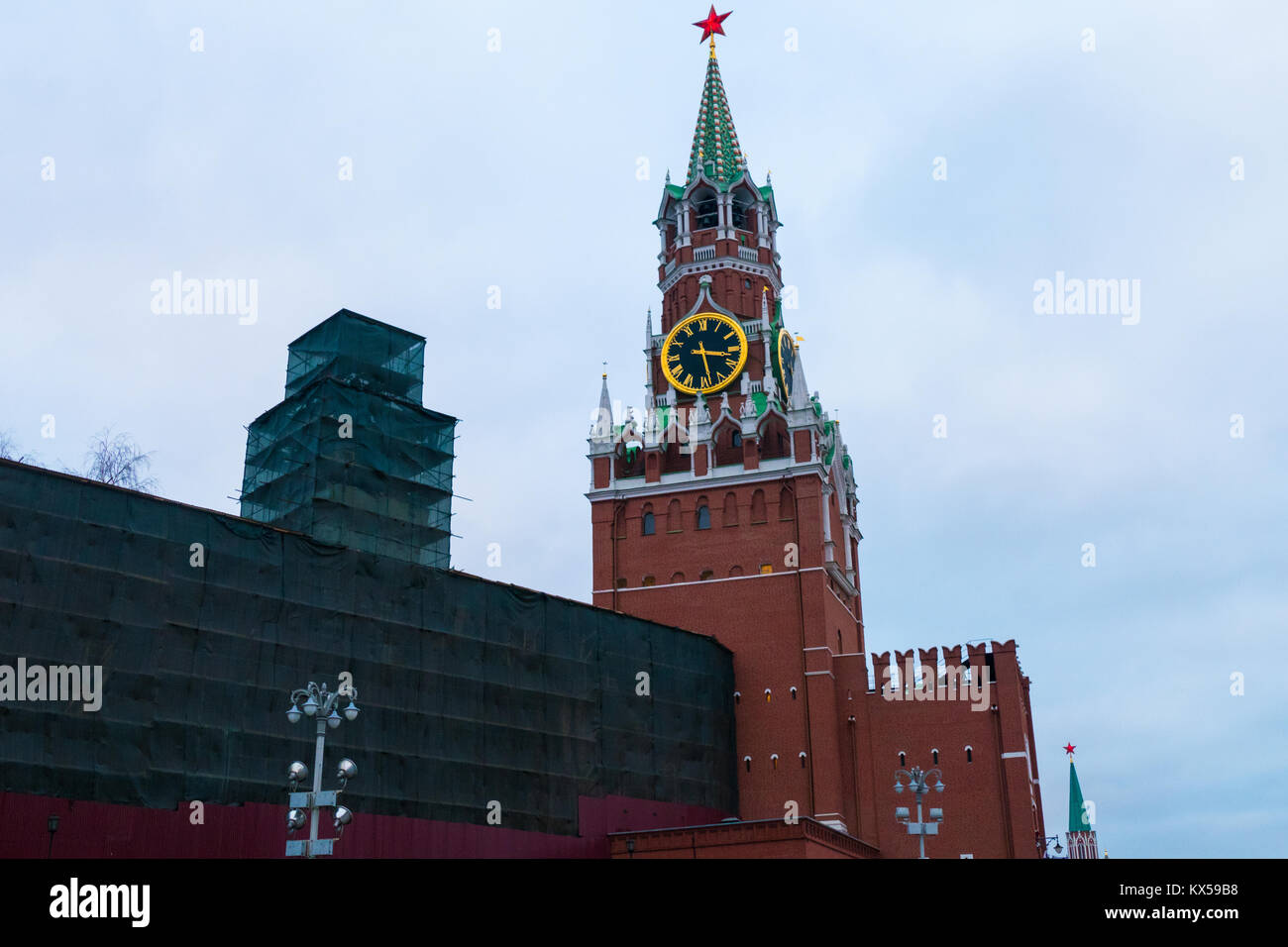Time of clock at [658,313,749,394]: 3:28
